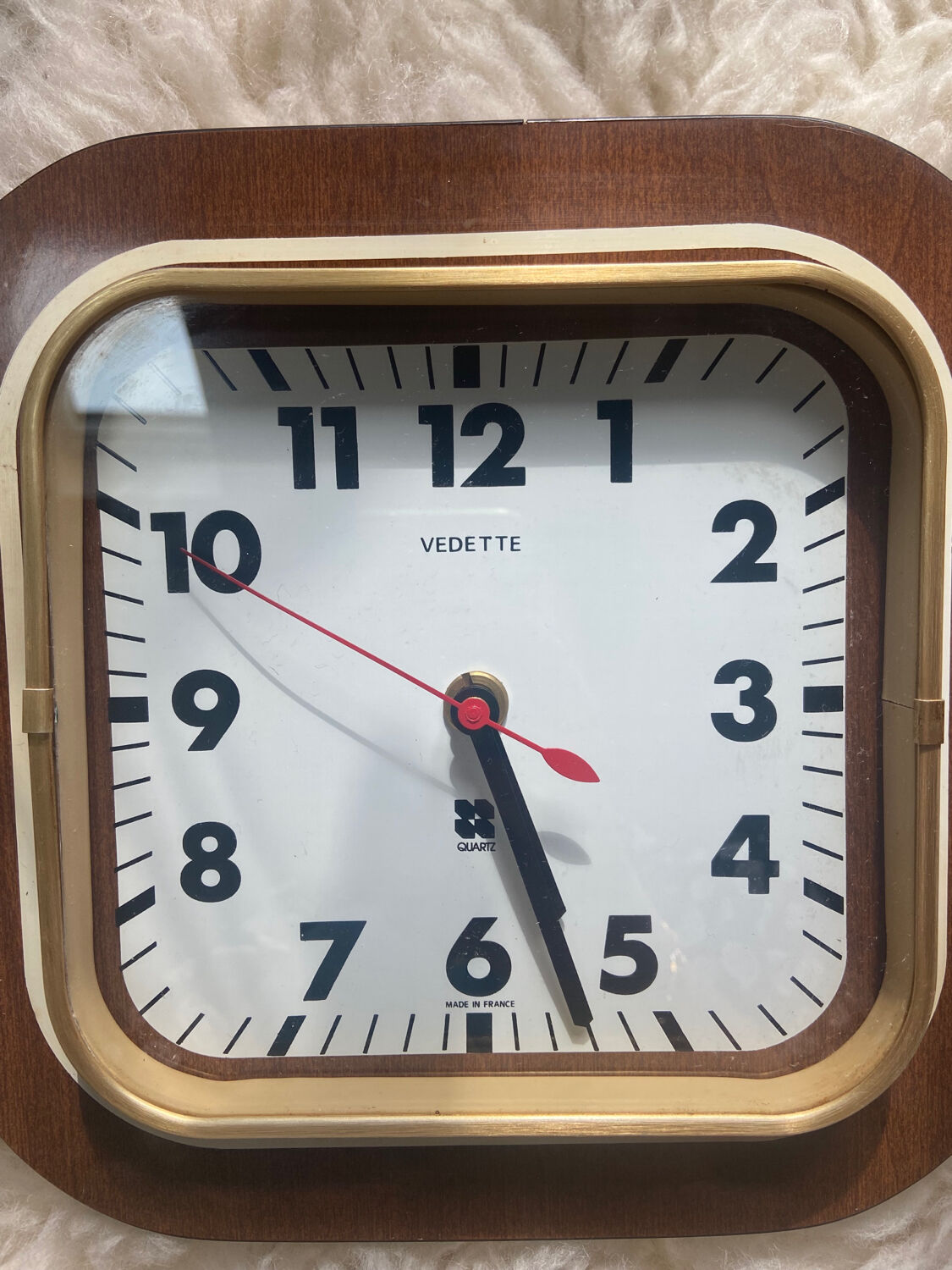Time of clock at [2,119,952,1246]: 5:26
